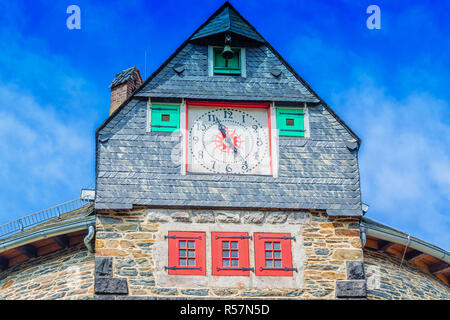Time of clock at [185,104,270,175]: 4:56
